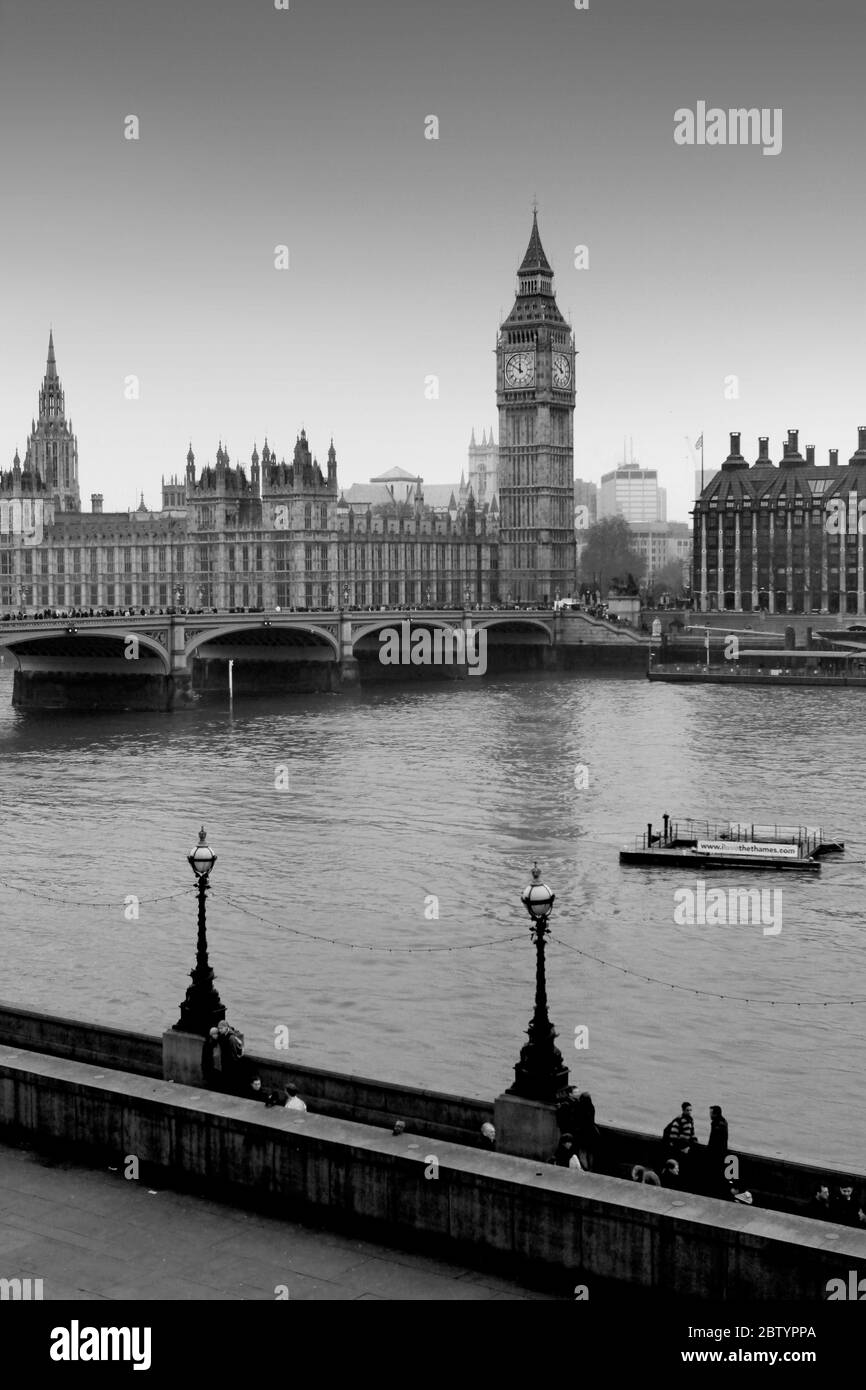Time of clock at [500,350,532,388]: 11:50
